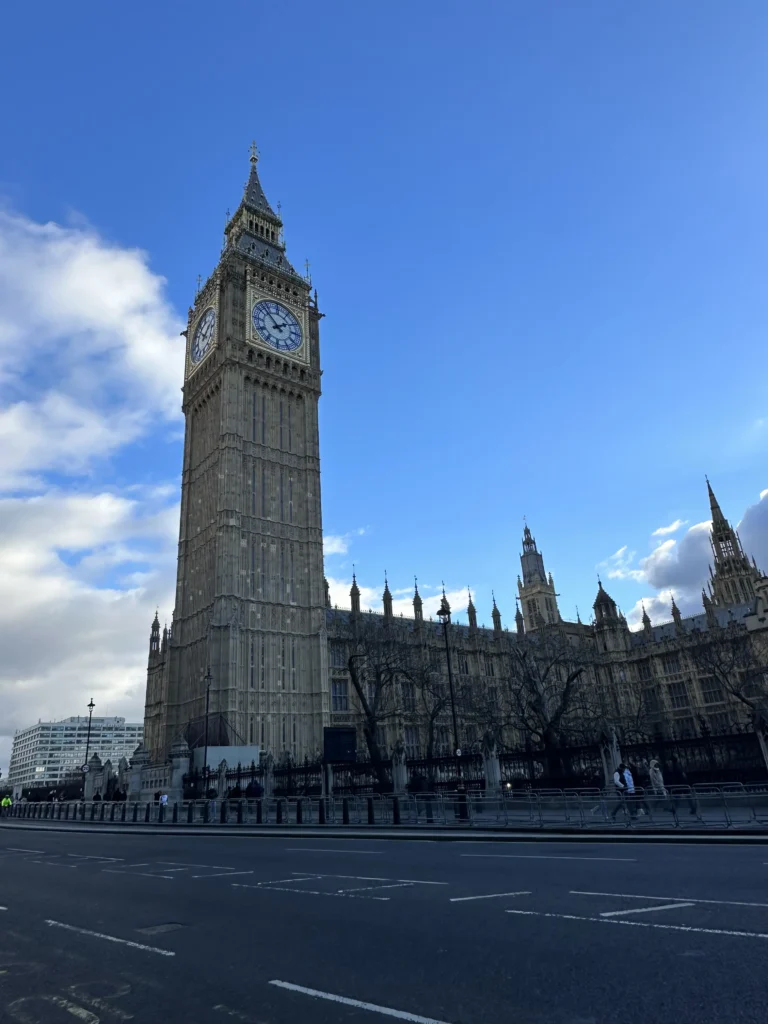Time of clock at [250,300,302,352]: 1:52
